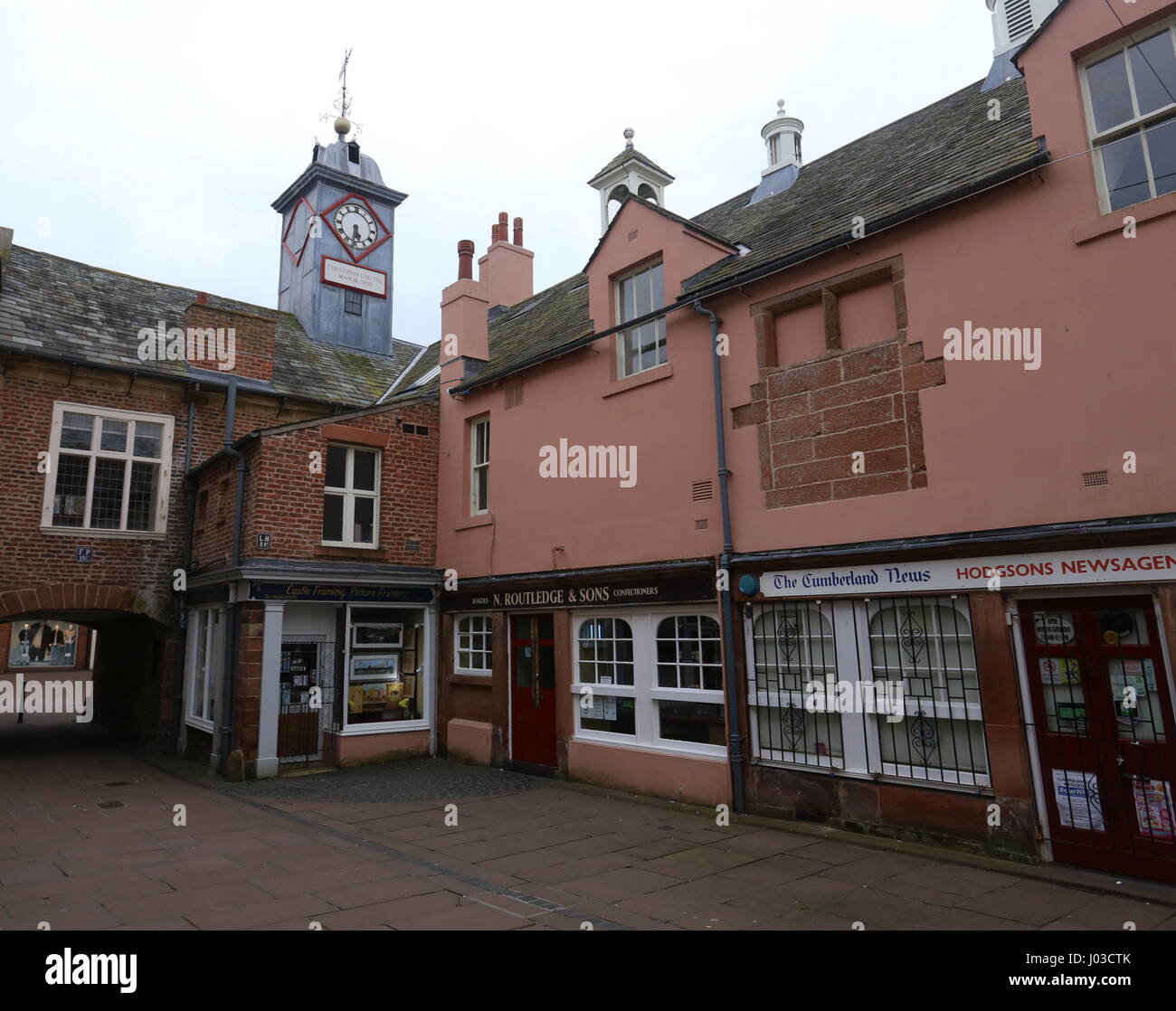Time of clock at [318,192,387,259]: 5:31
